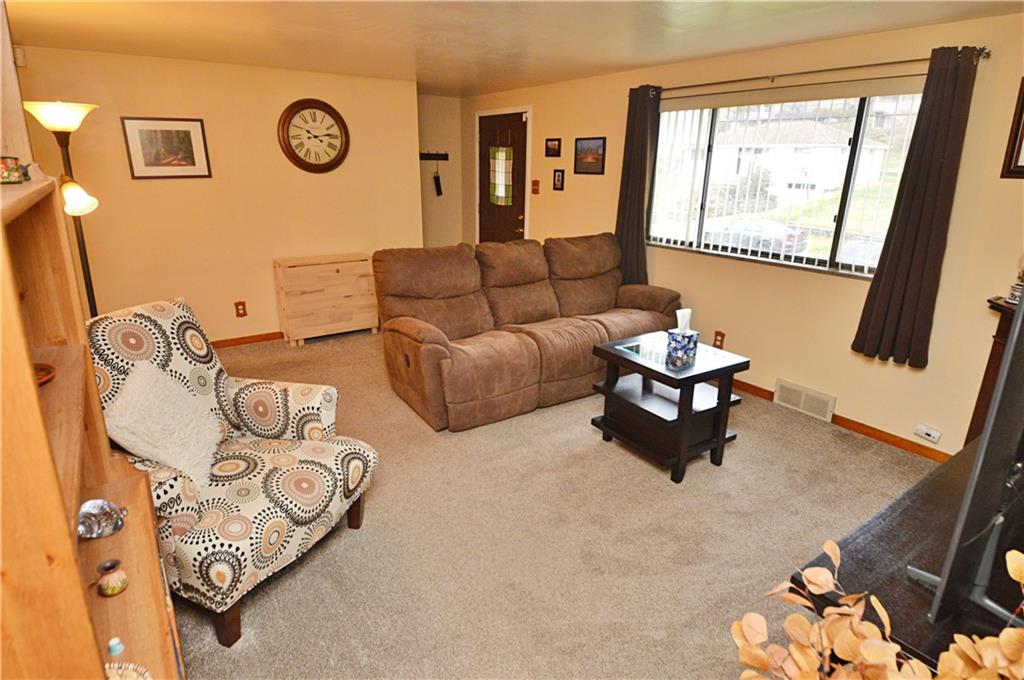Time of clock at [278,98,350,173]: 10:13
